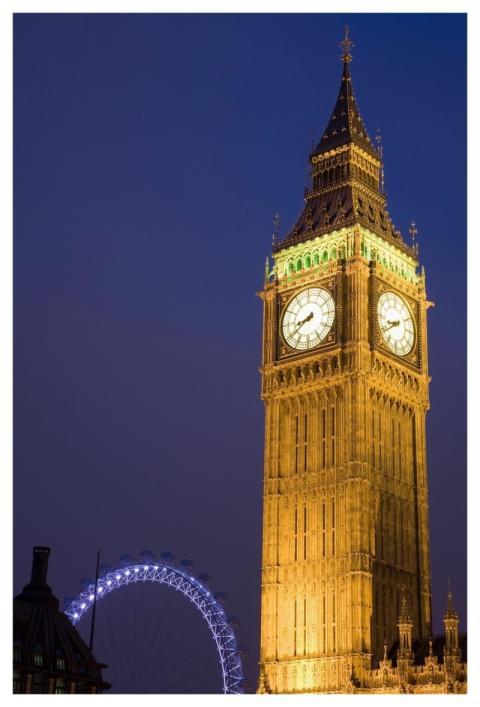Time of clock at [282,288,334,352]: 8:39
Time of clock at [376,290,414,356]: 8:39
